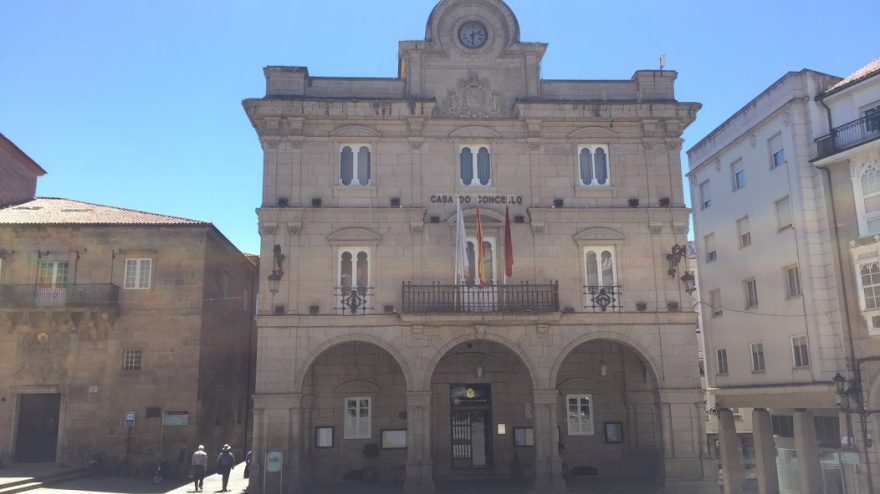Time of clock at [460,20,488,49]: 2:29
